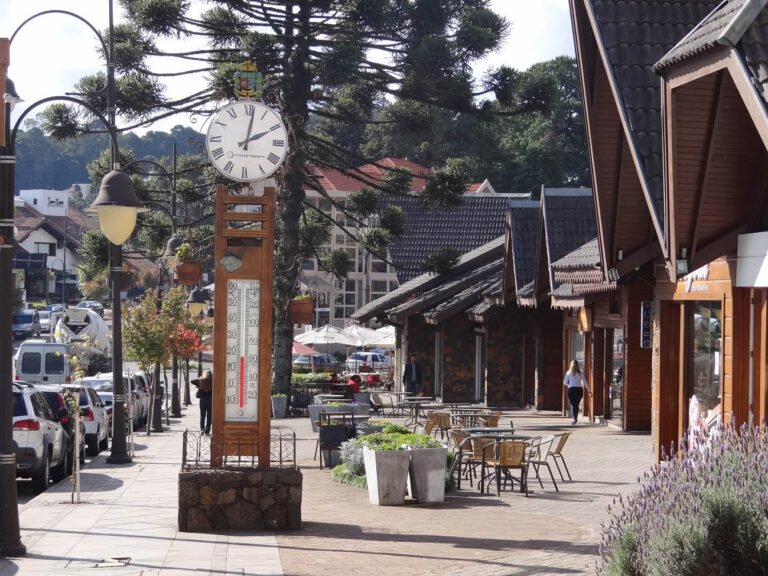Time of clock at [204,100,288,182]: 2:01
